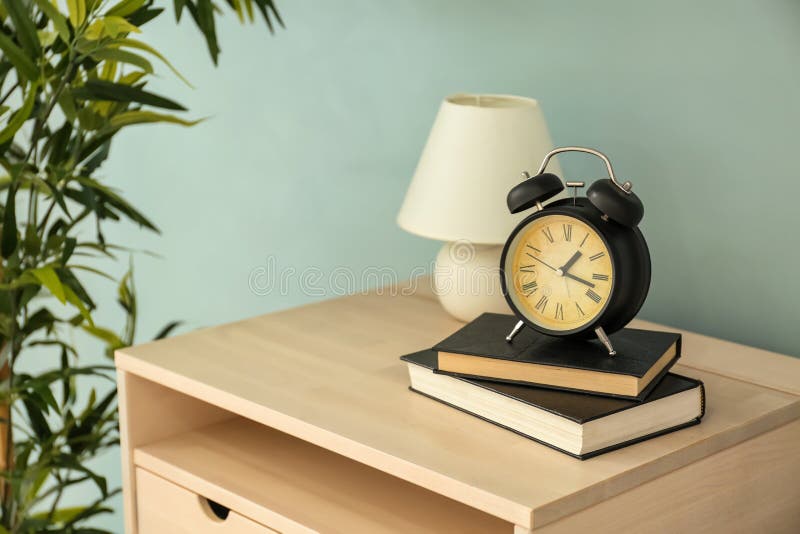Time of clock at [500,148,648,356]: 1:18
